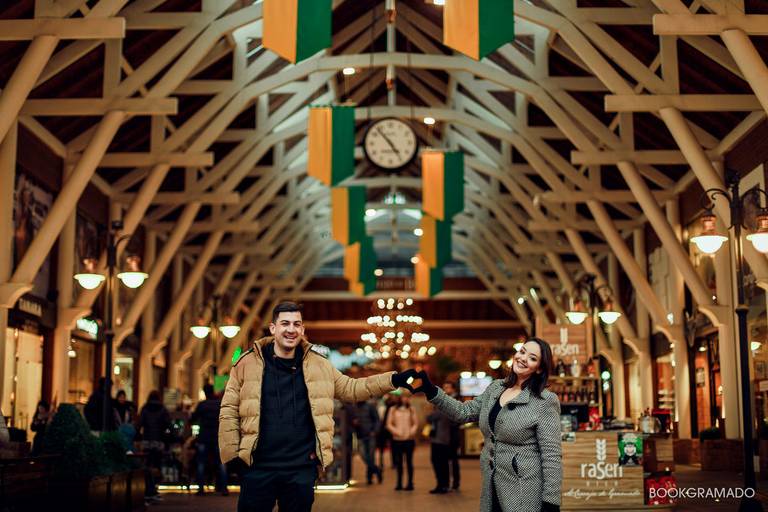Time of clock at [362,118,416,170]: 4:53
